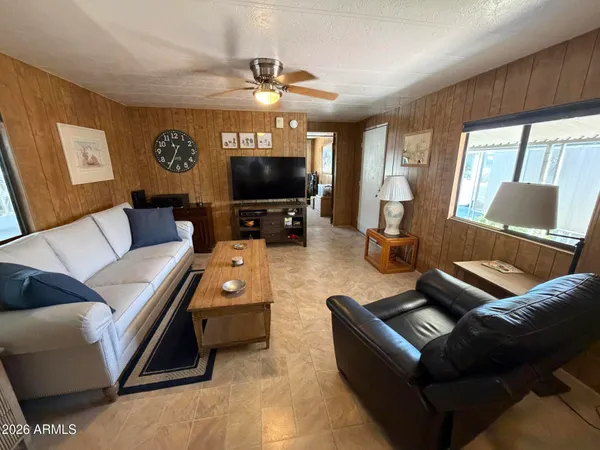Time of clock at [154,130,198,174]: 11:34
